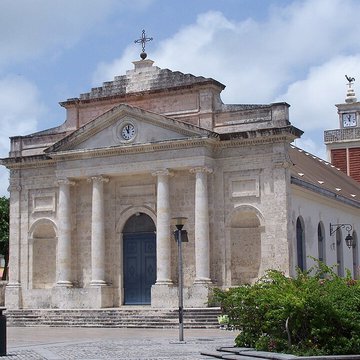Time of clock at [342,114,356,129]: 11:02
